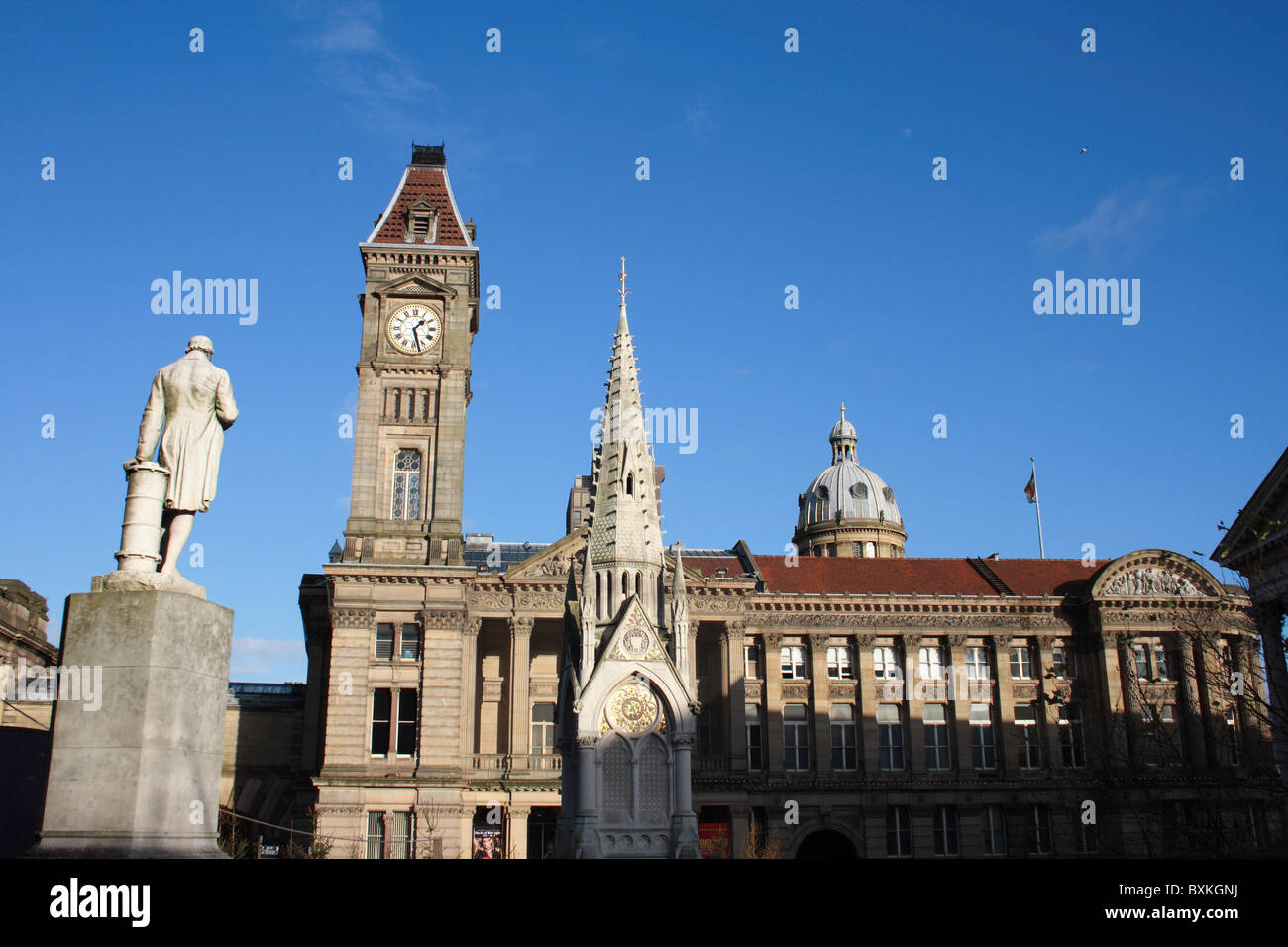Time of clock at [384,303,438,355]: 1:27
